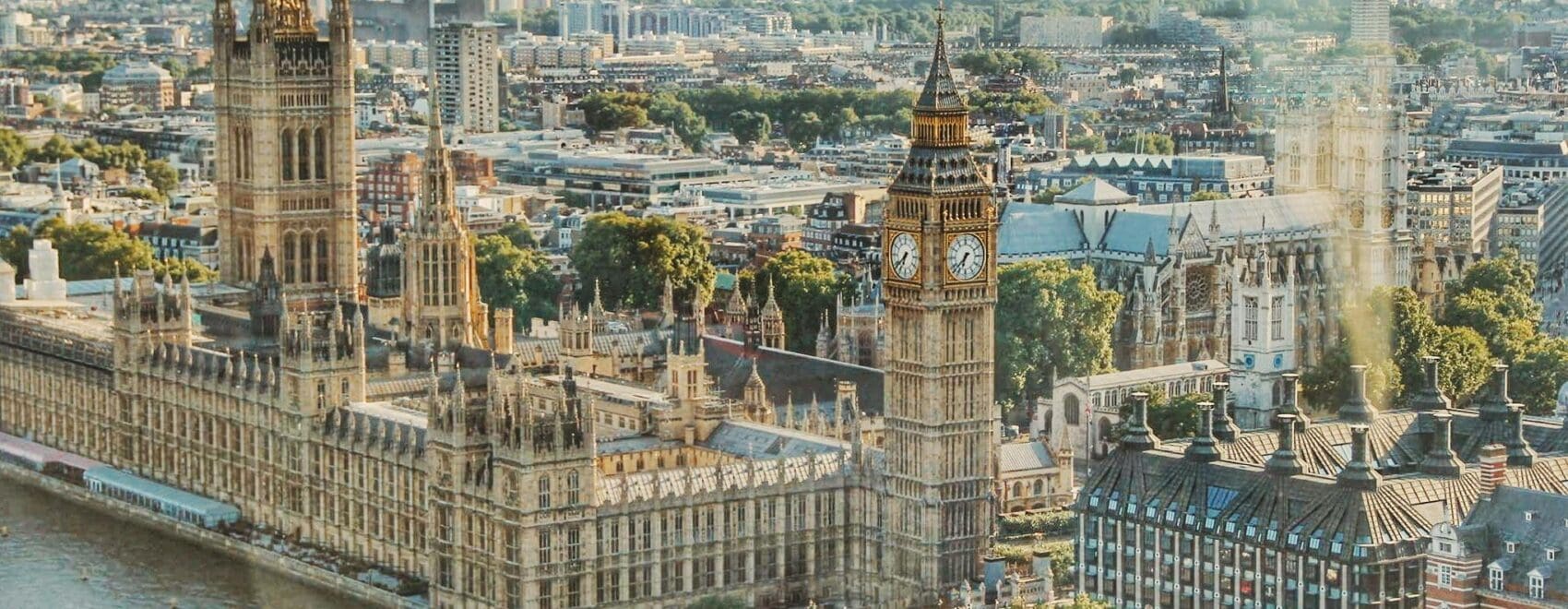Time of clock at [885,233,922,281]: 6:38
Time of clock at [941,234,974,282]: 6:37
